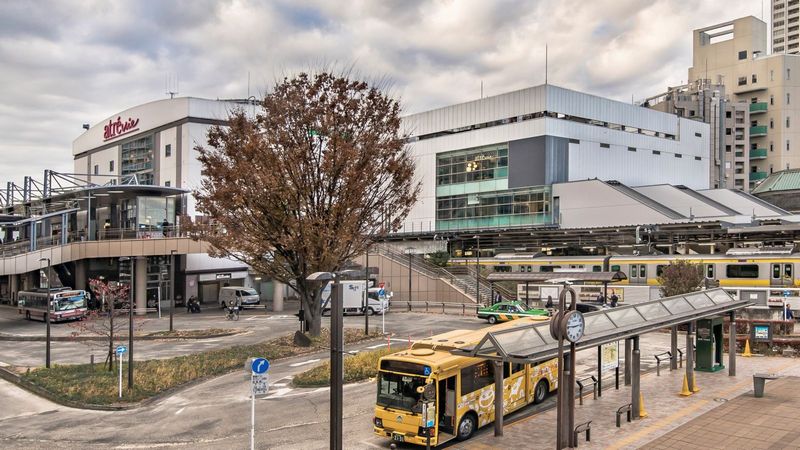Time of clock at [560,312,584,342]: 2:45
